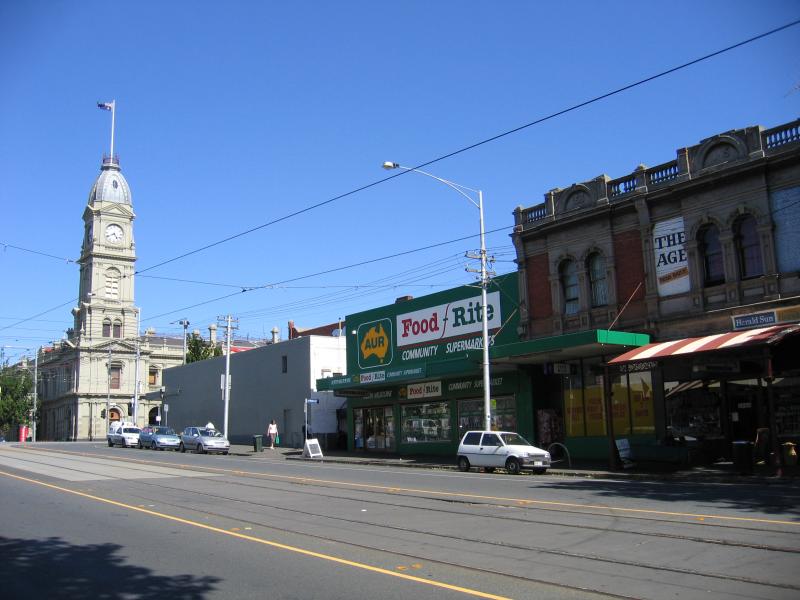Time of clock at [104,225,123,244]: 4:40
